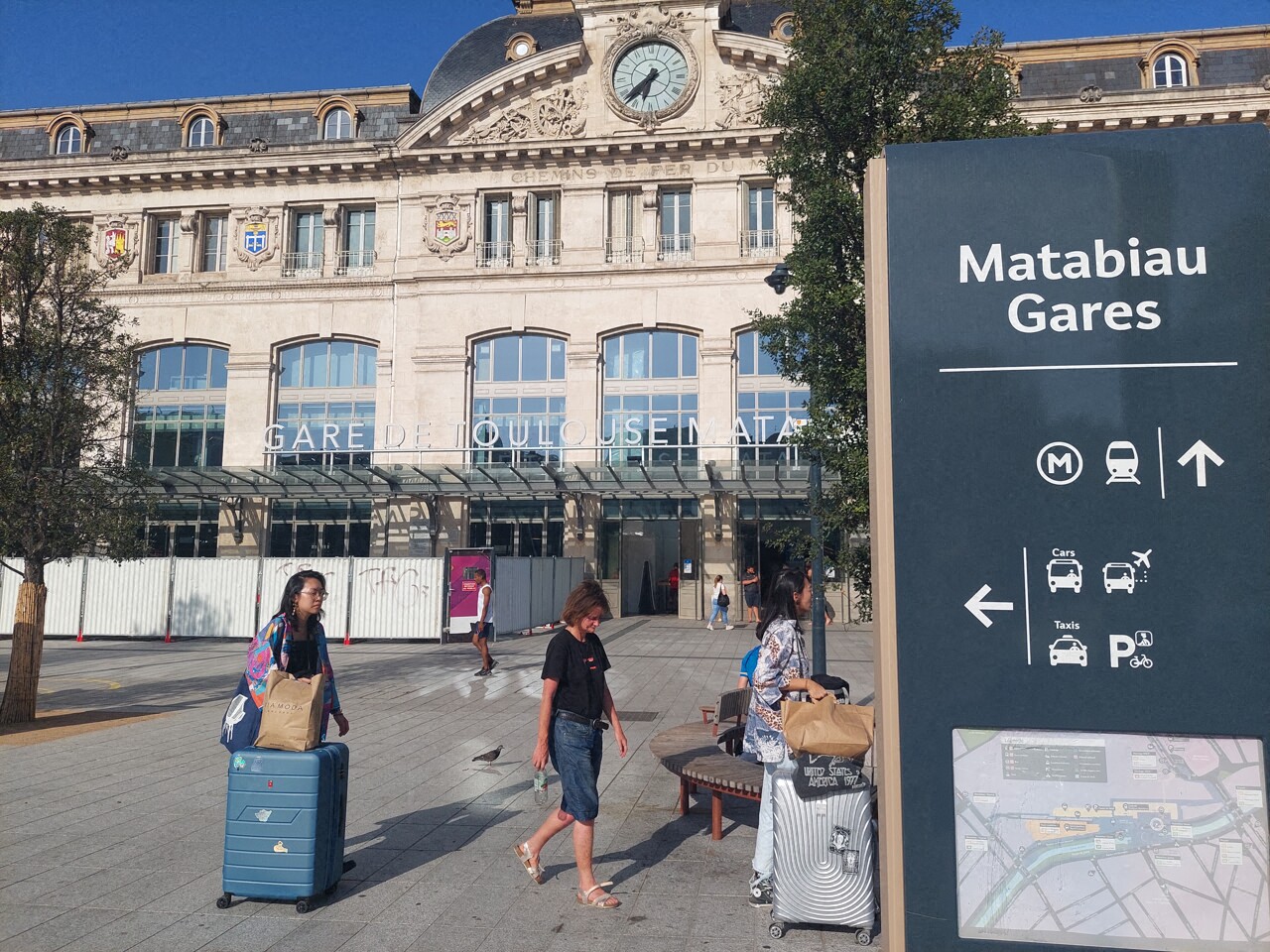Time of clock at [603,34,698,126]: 6:37
